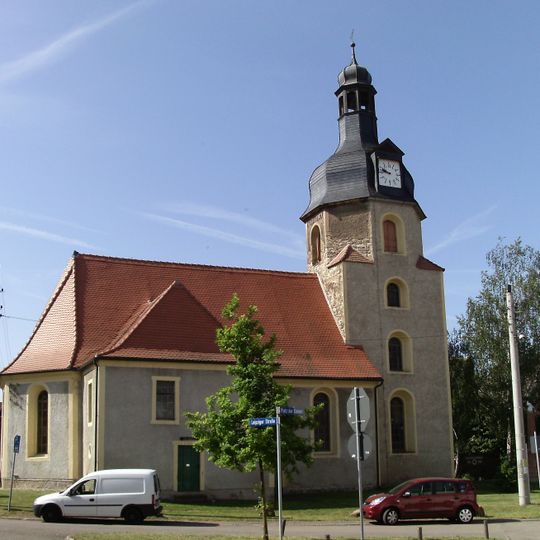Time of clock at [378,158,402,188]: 9:45
